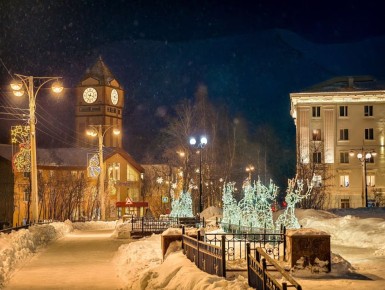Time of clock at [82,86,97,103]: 3:34
